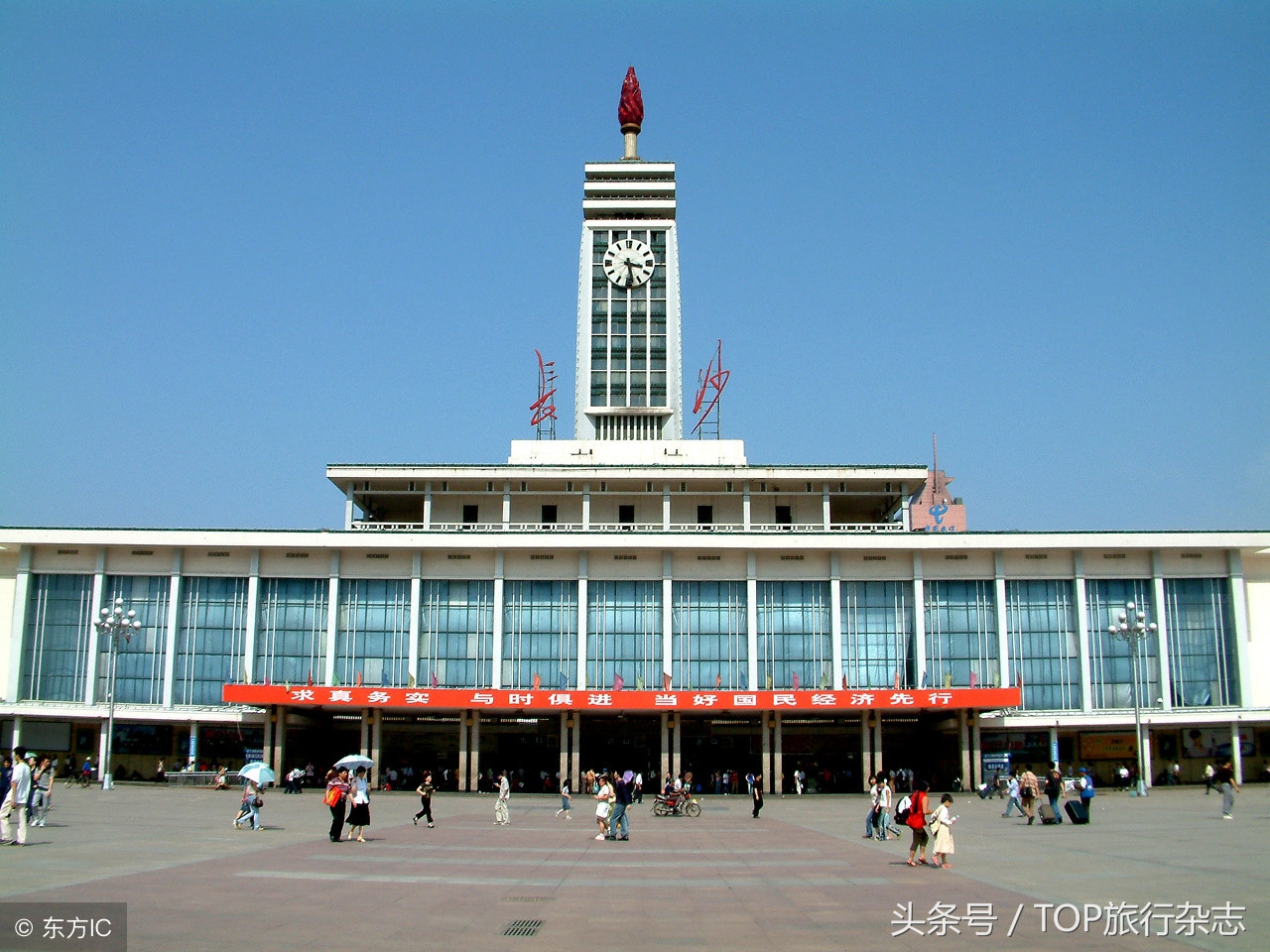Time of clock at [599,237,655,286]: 3:28
